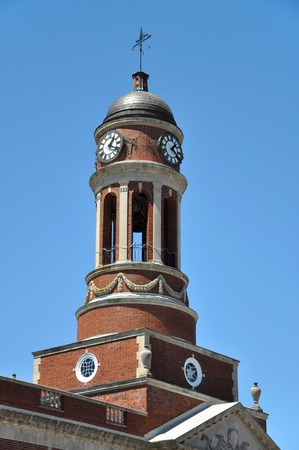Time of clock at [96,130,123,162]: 1:20
